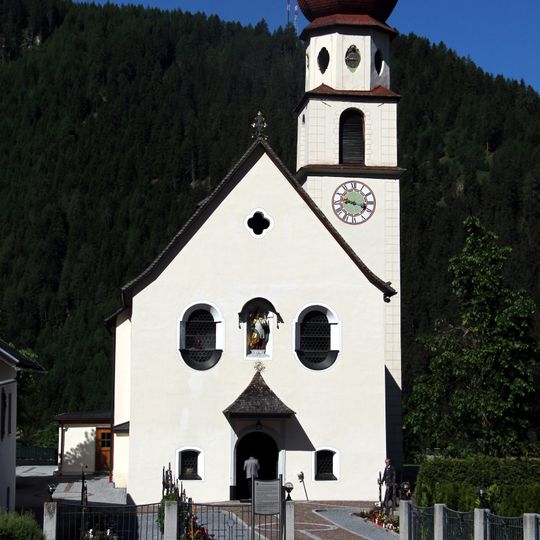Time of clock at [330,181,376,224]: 9:18
